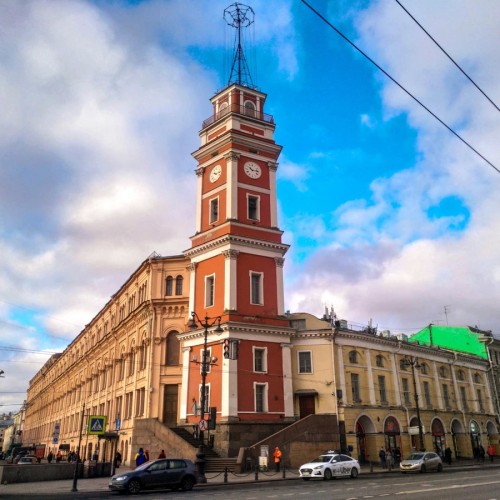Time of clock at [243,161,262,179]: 10:13
